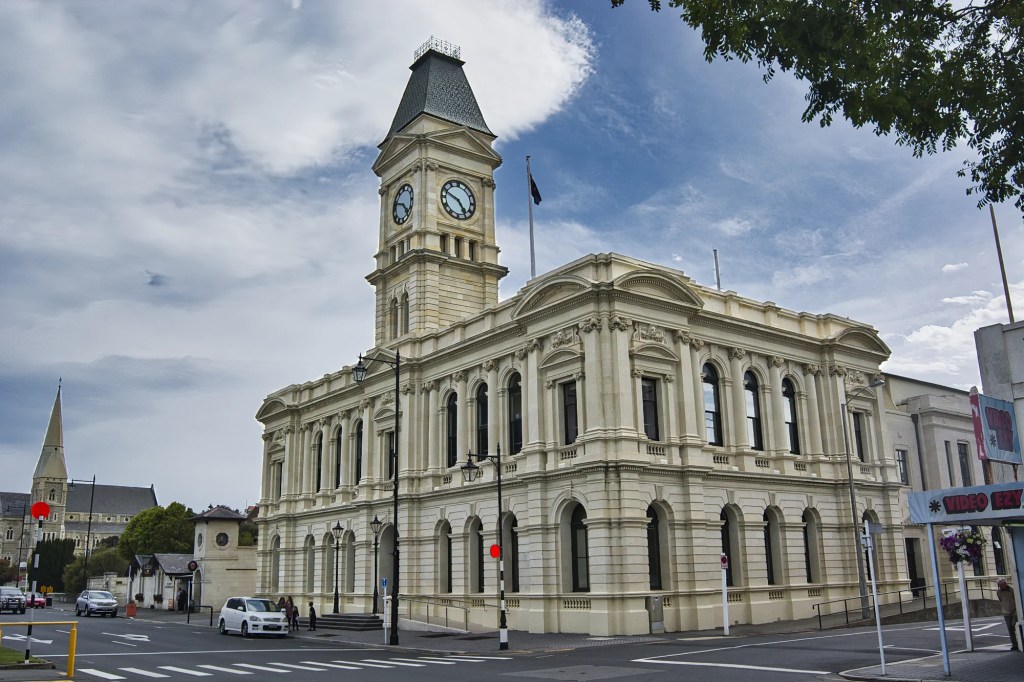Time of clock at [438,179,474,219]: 4:48
